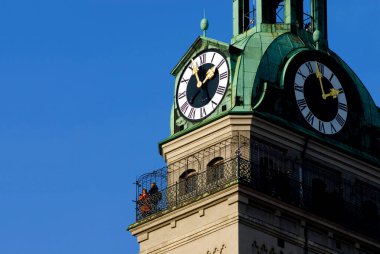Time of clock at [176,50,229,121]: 1:56
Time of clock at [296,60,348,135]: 1:58
